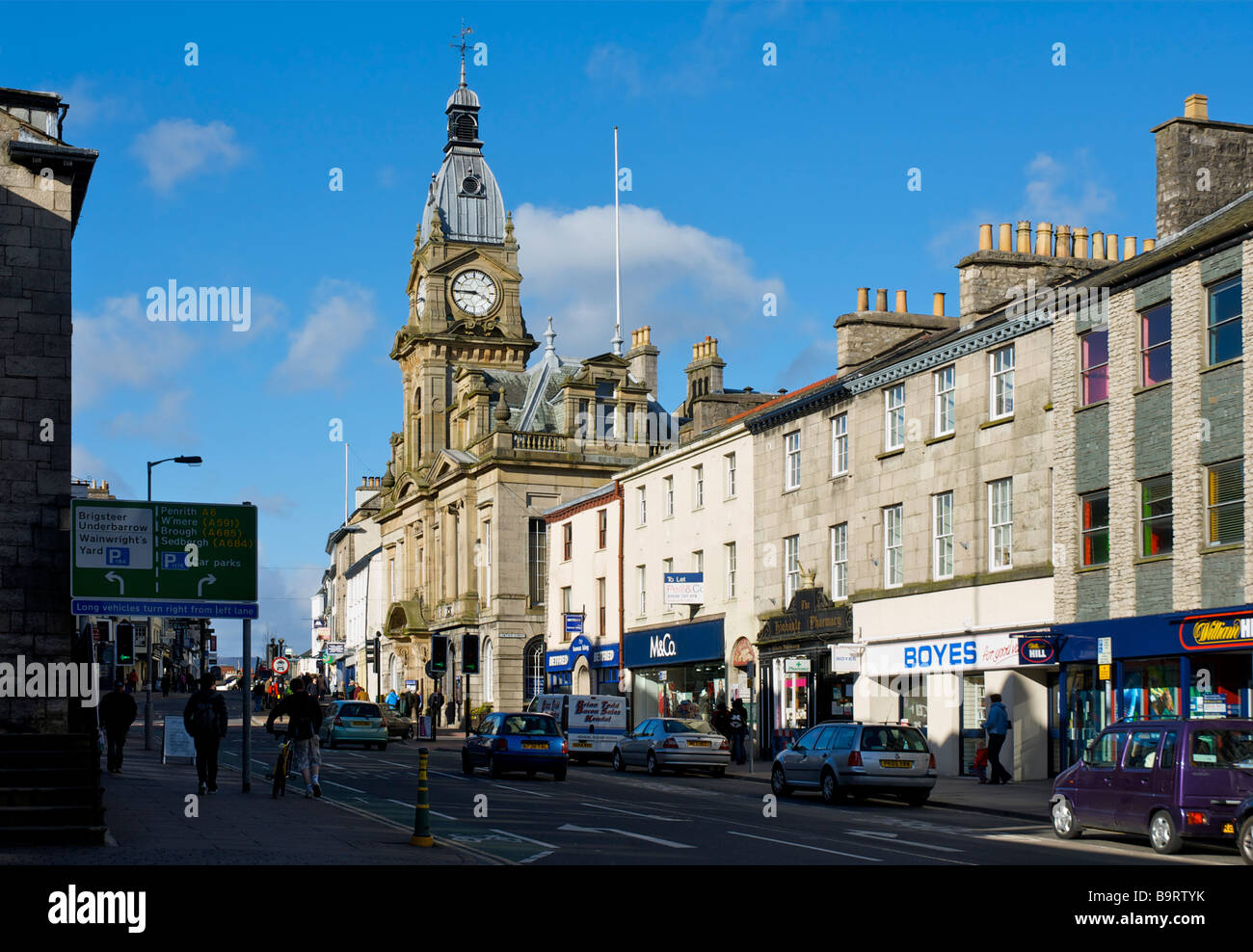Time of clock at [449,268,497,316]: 3:45
